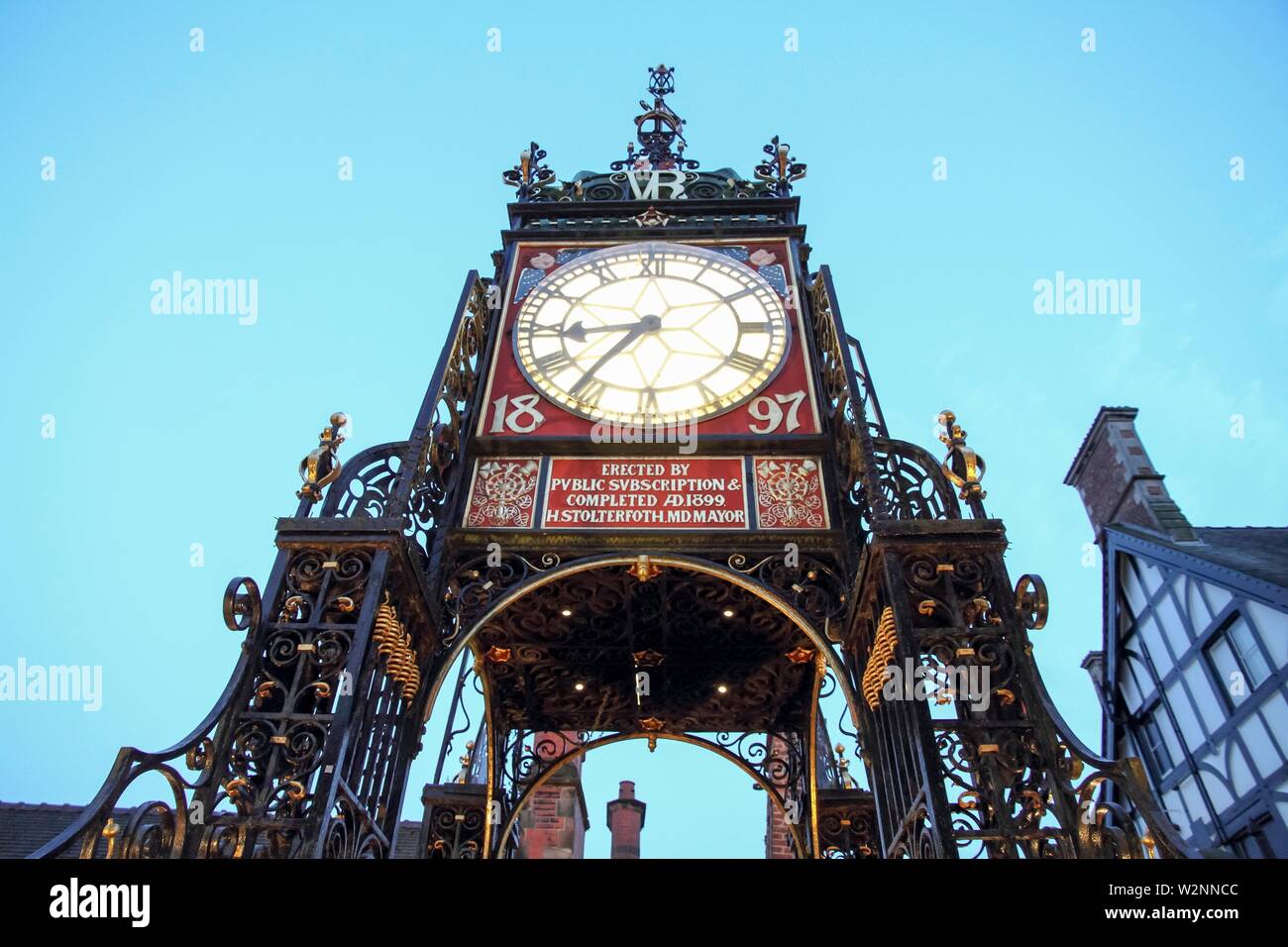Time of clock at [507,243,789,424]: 8:36
